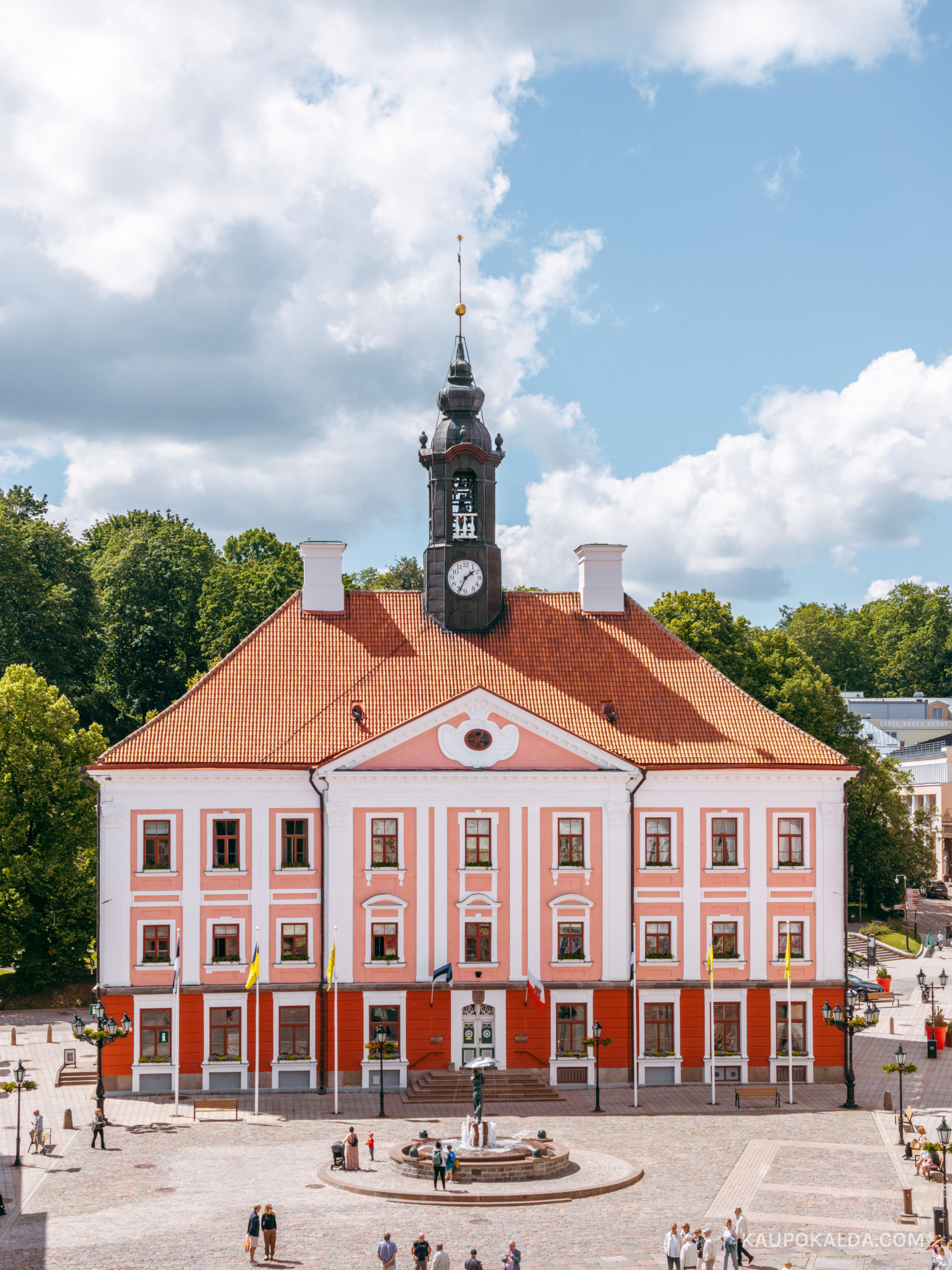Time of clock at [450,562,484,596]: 1:34
